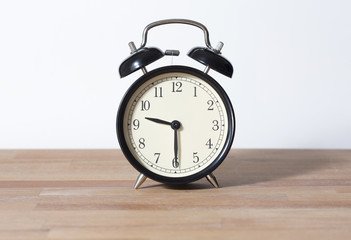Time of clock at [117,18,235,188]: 9:29
